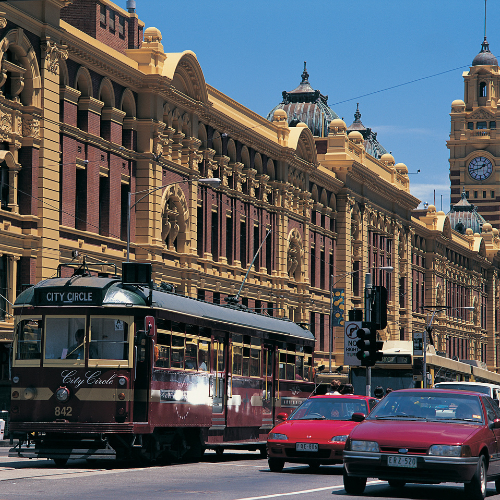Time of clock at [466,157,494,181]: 1:42
